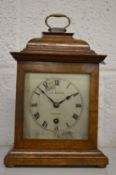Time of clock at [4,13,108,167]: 1:52
